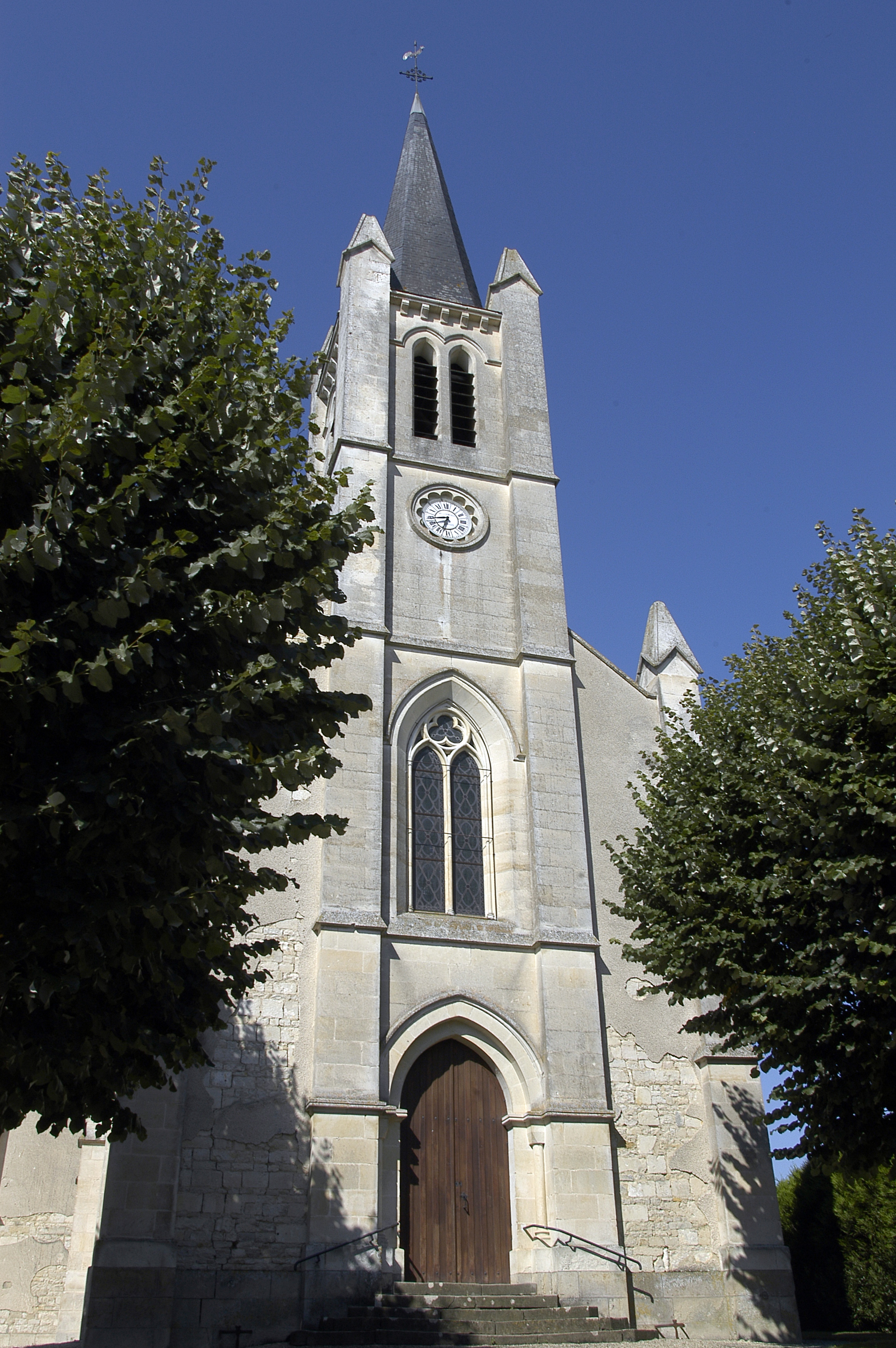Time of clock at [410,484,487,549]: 8:32
